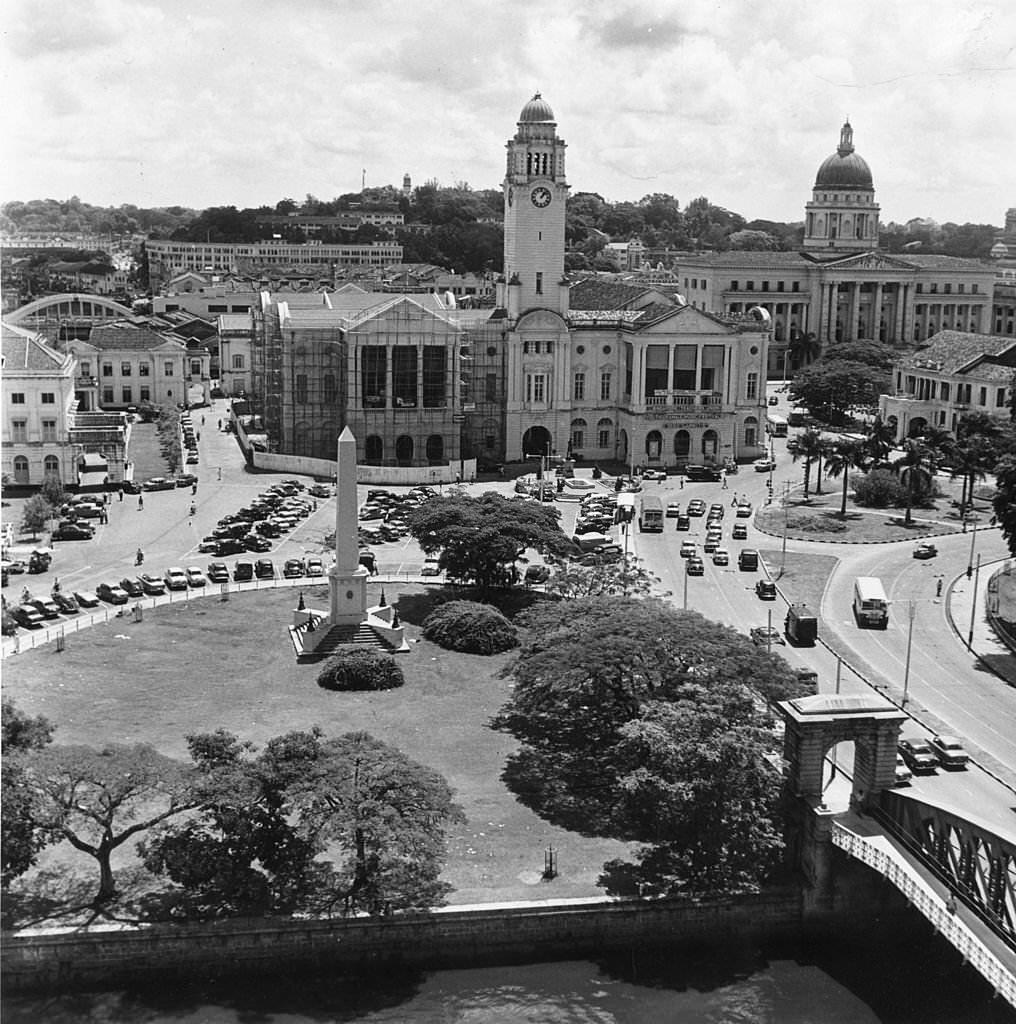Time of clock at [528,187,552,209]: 1:07
